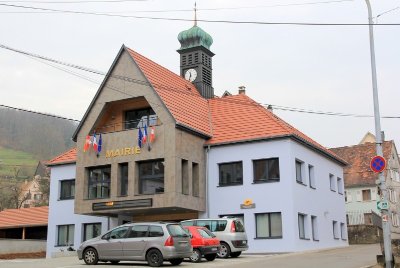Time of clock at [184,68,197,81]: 11:32
